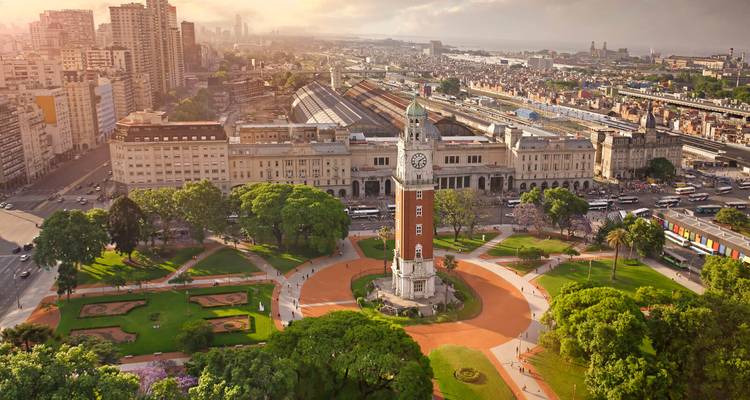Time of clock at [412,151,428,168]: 6:10
